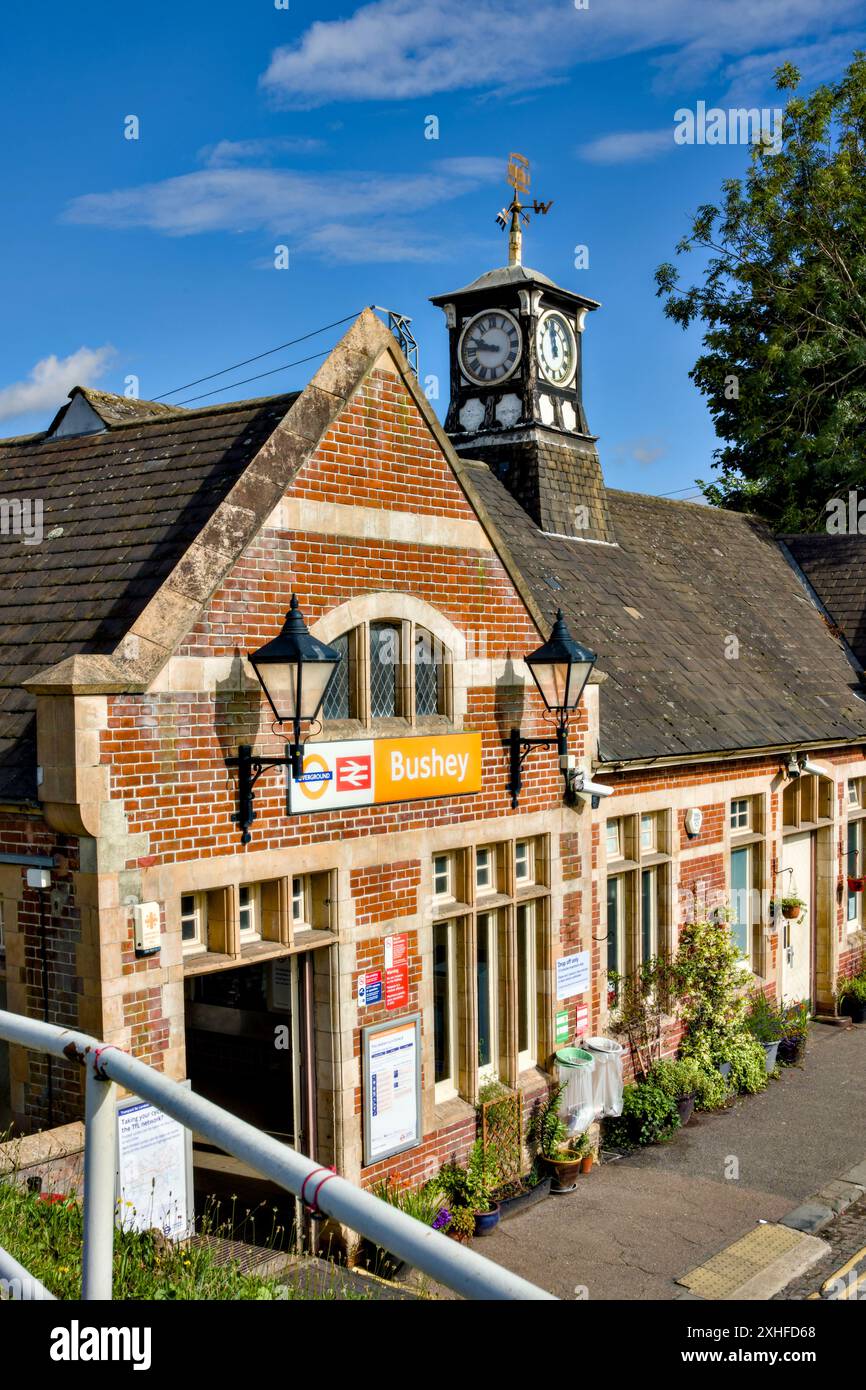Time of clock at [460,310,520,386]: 9:45
